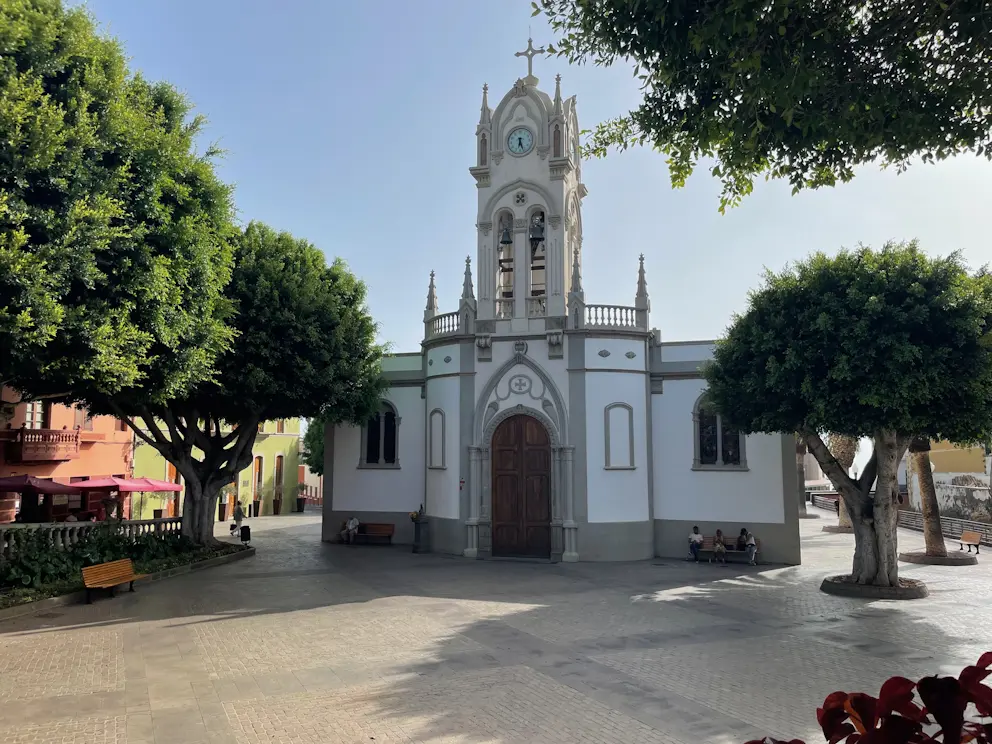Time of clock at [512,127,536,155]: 6:26
